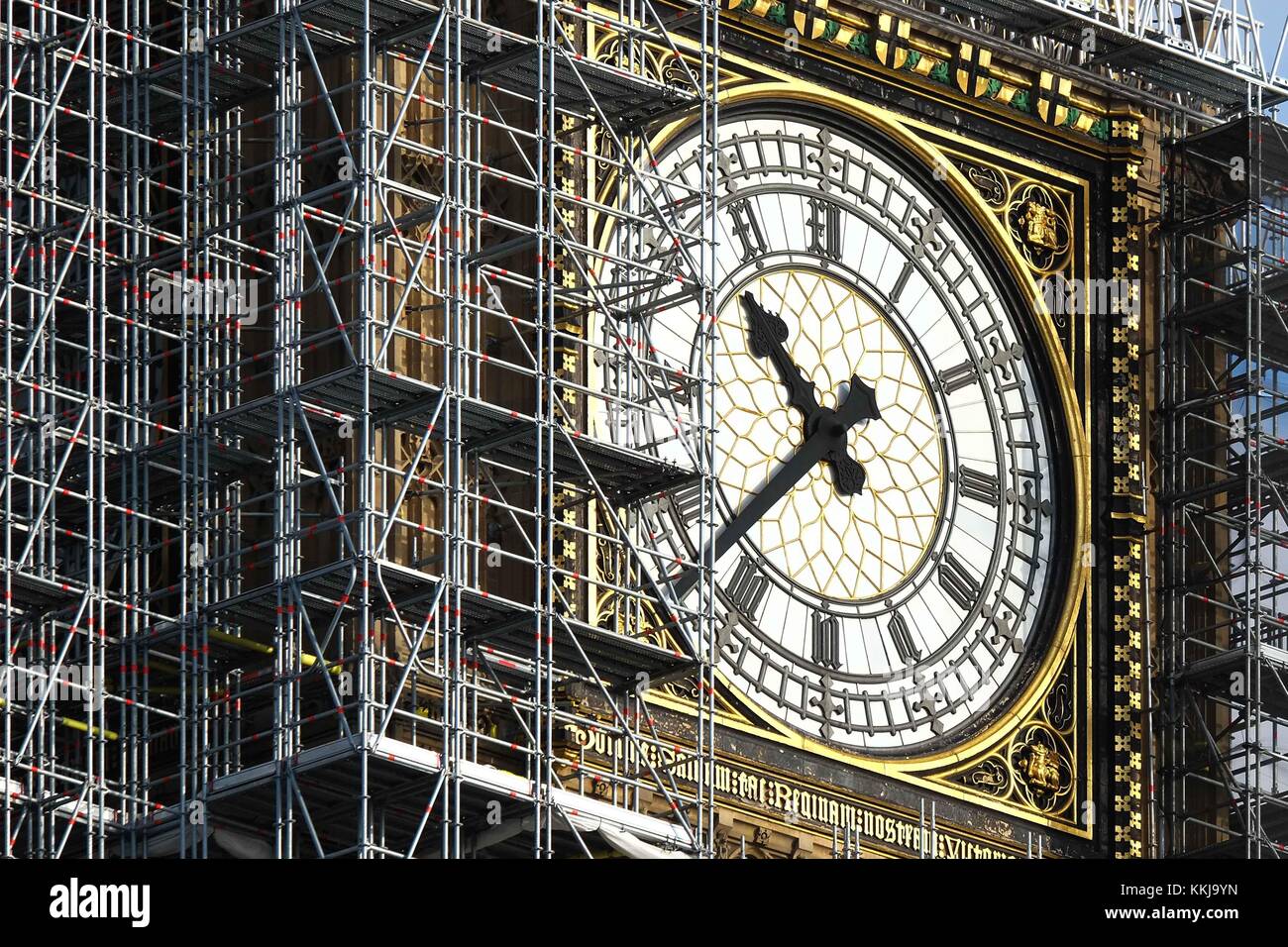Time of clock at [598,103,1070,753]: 10:37
